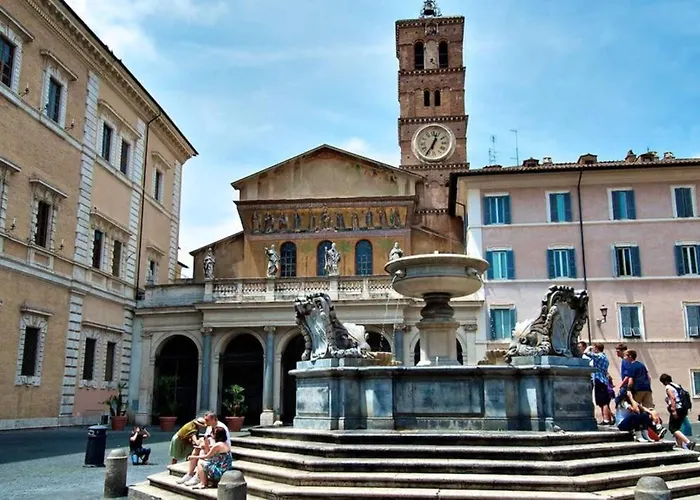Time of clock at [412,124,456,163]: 12:35
